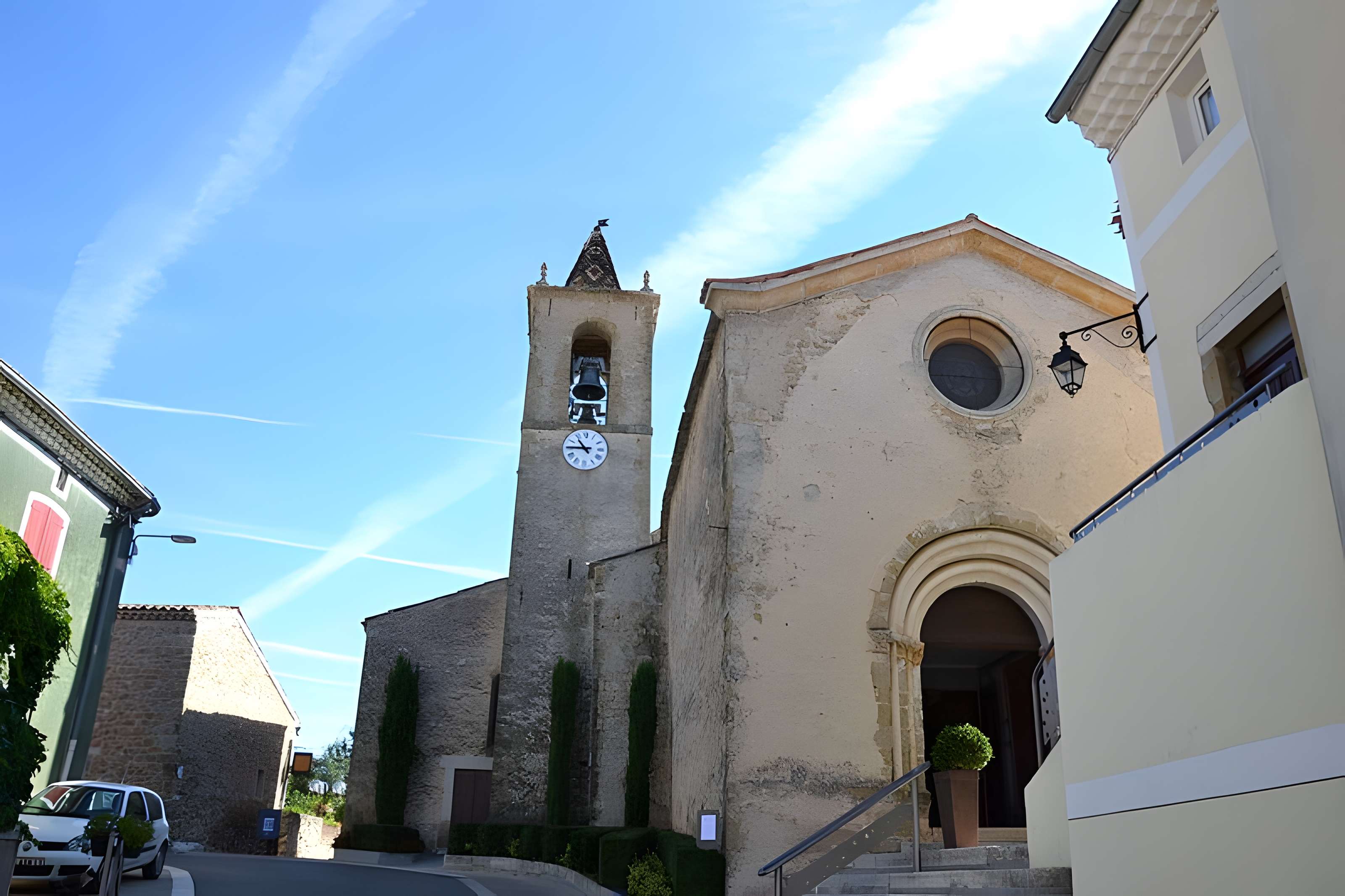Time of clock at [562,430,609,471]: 10:45
